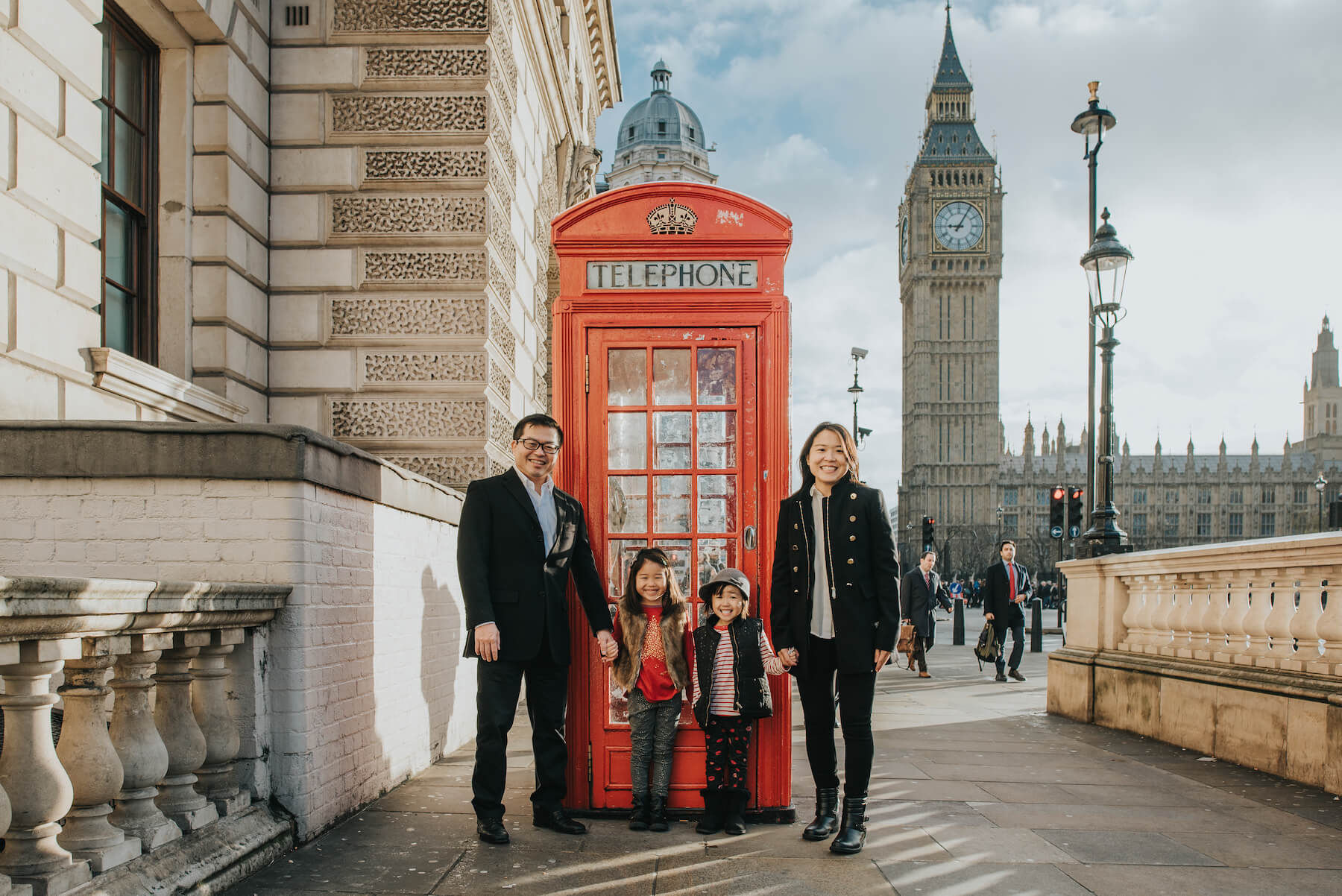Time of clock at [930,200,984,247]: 9:05
